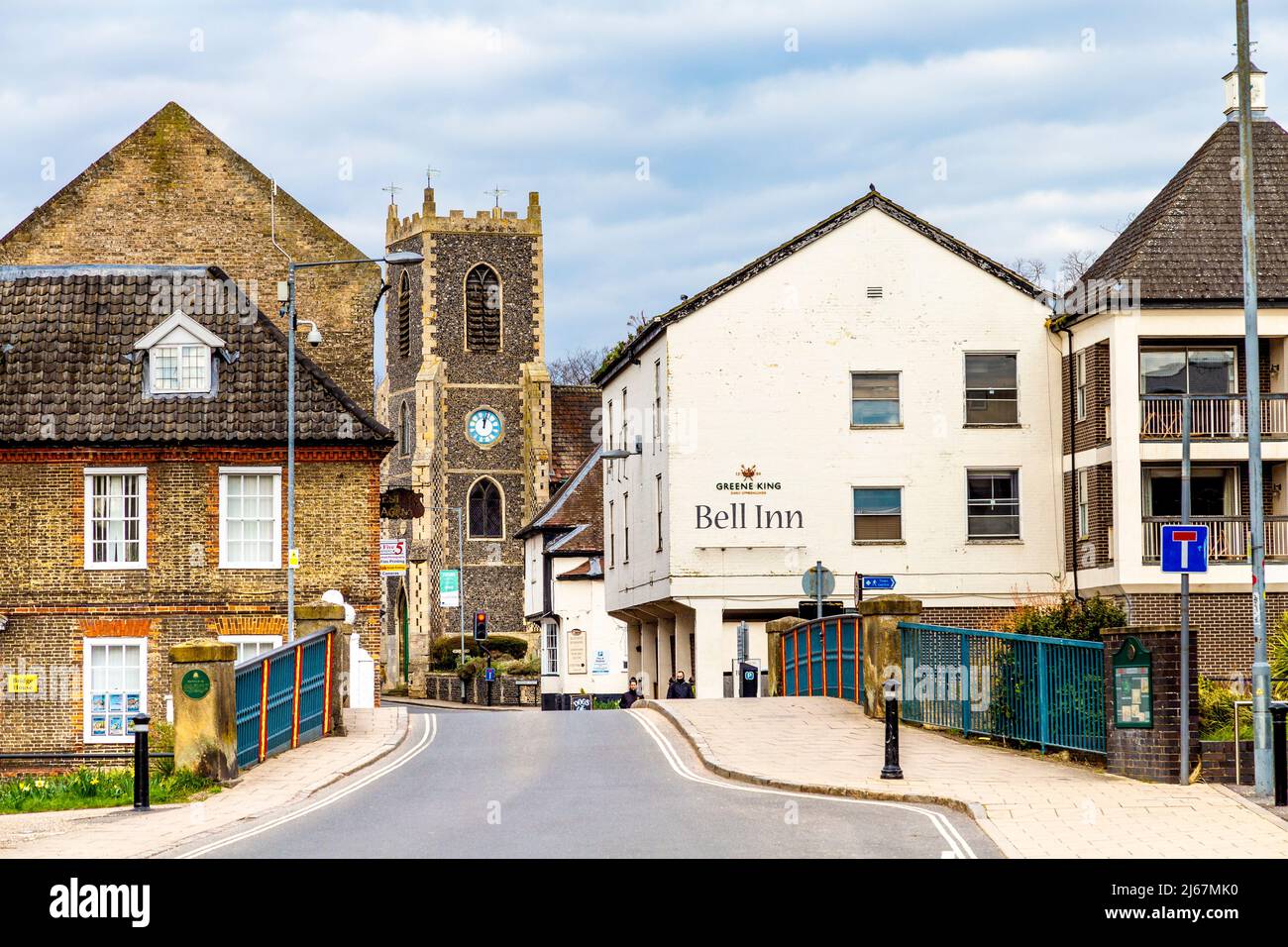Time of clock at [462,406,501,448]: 12:02
